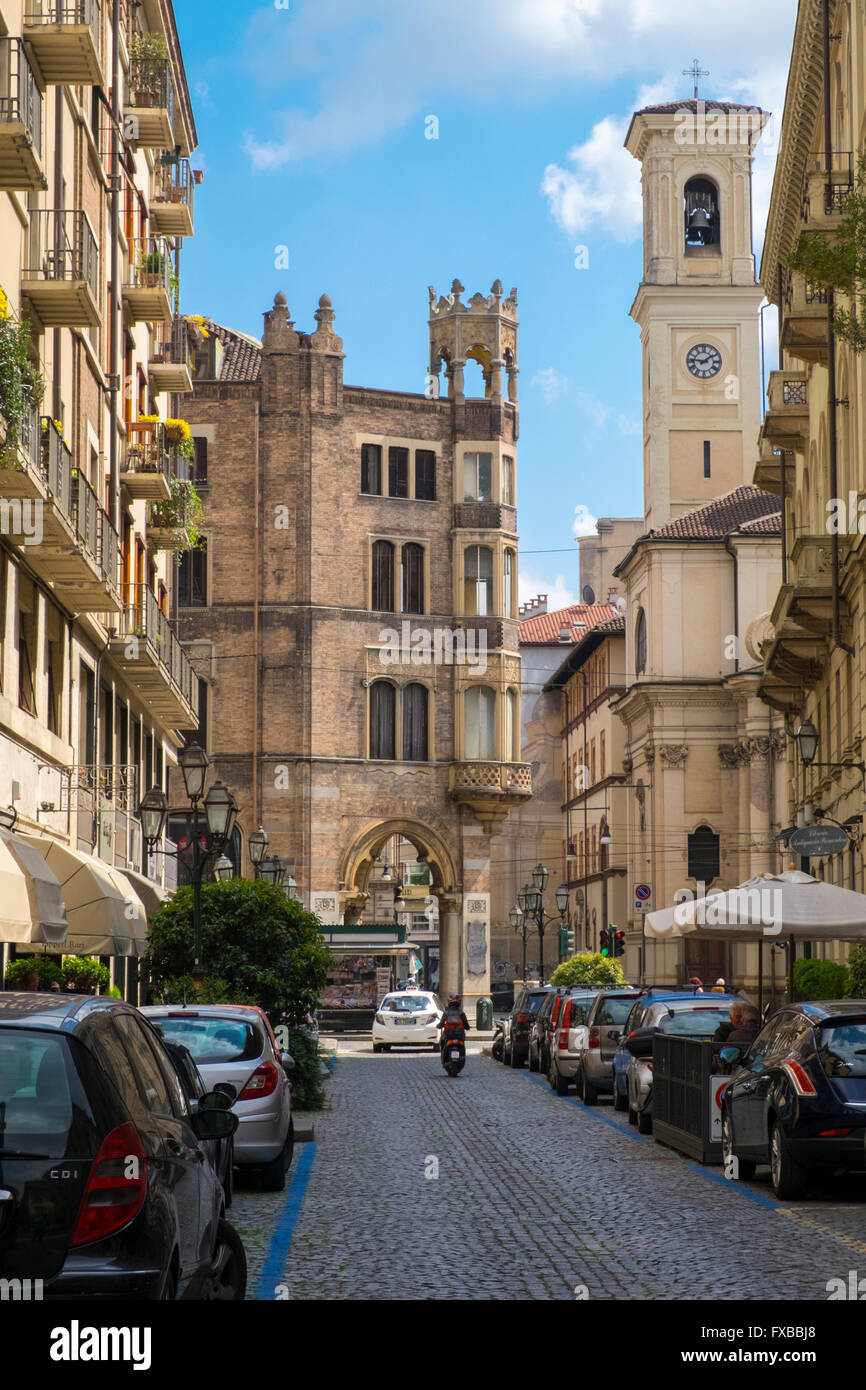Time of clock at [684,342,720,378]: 1:46
